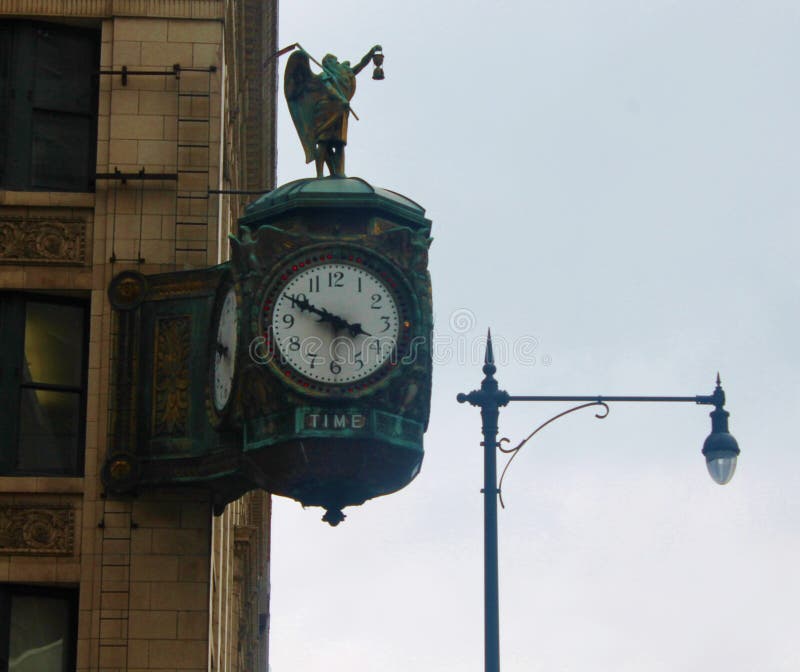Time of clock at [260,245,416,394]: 3:49
